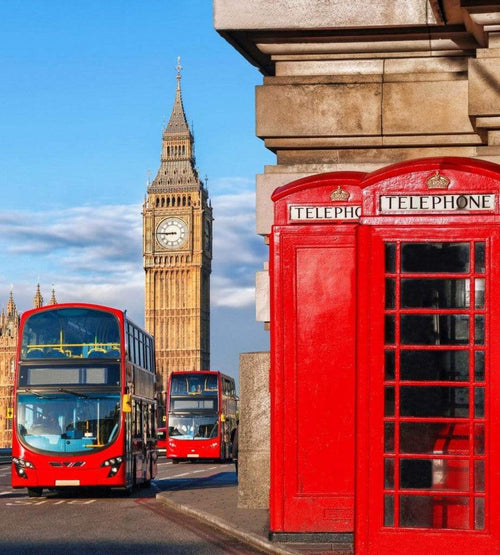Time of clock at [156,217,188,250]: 8:45
